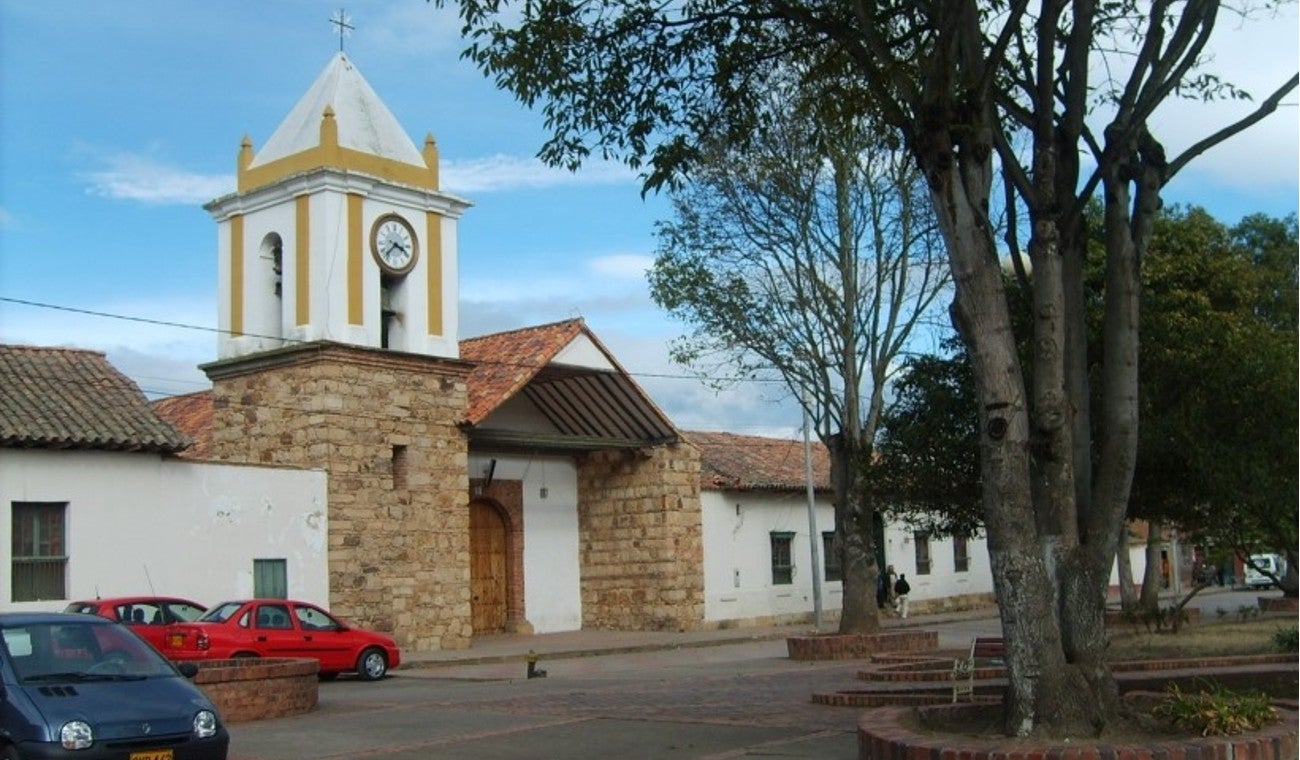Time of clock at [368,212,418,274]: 3:37
